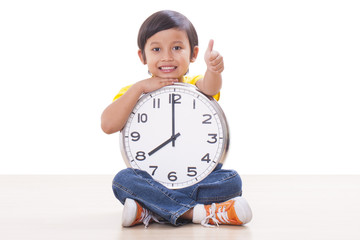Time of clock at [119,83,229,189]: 7:59
